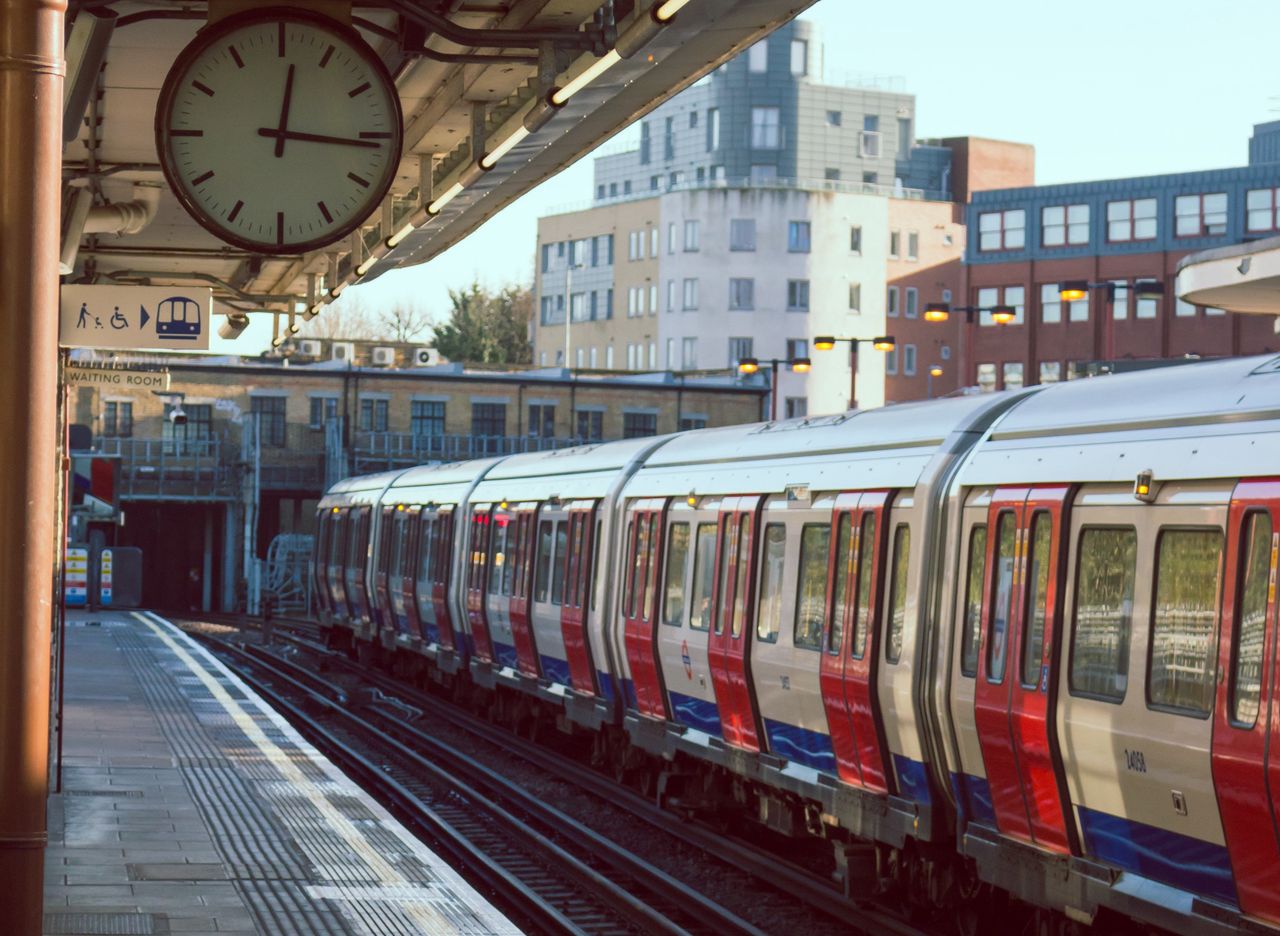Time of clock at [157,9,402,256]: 12:16
